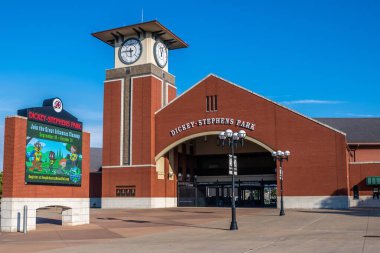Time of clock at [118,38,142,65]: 5:45
